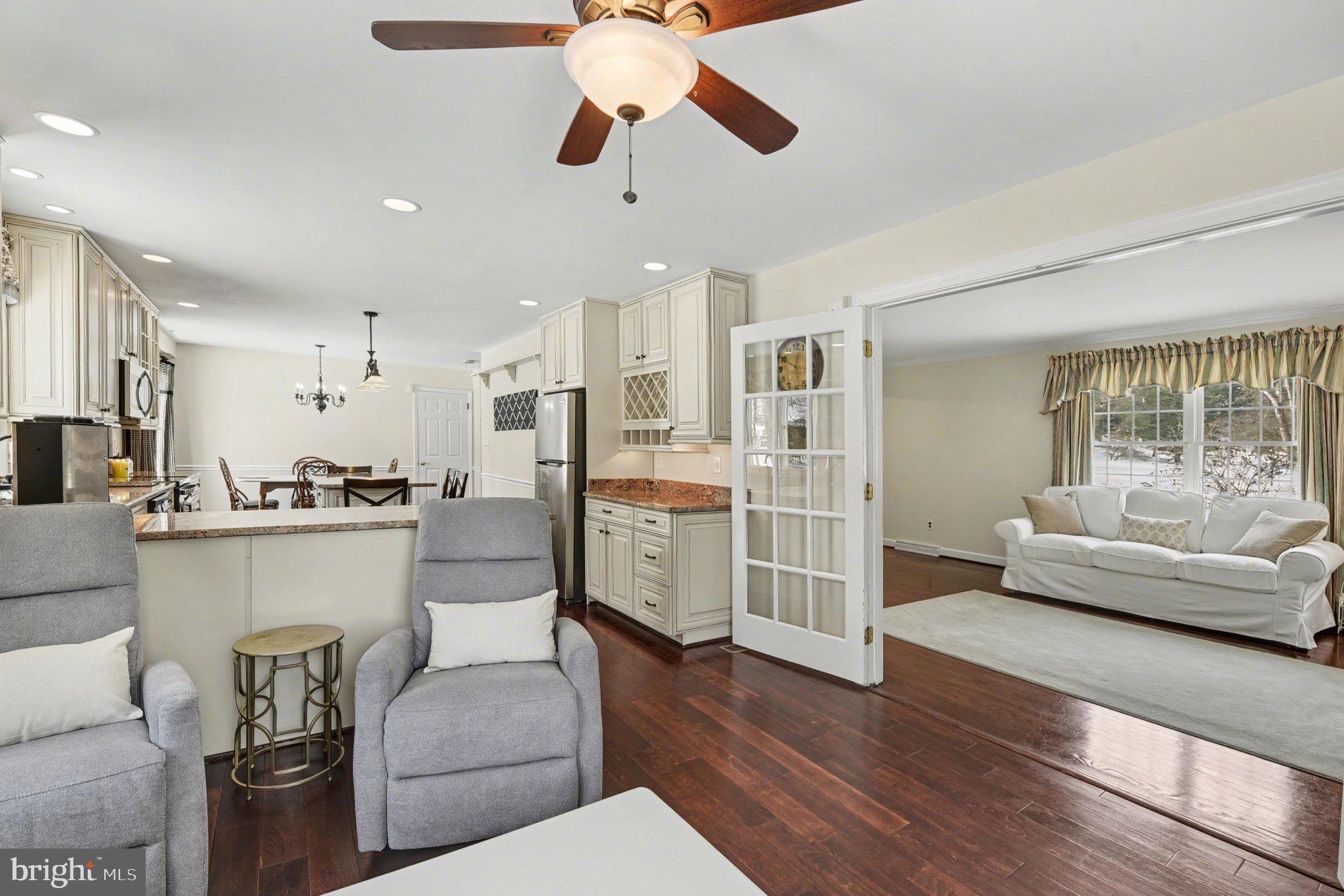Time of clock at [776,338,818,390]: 12:49
